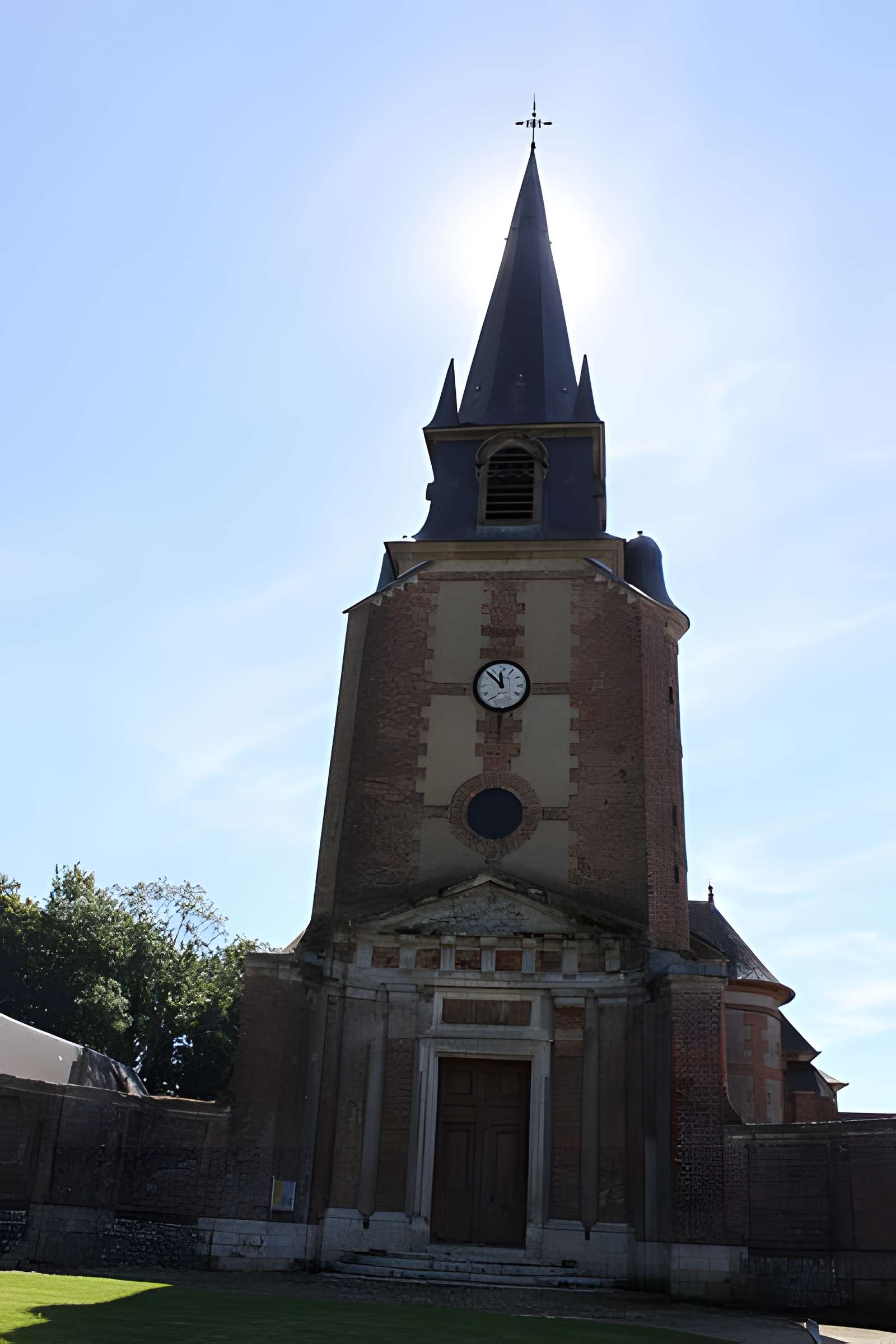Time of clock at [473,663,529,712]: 11:52
